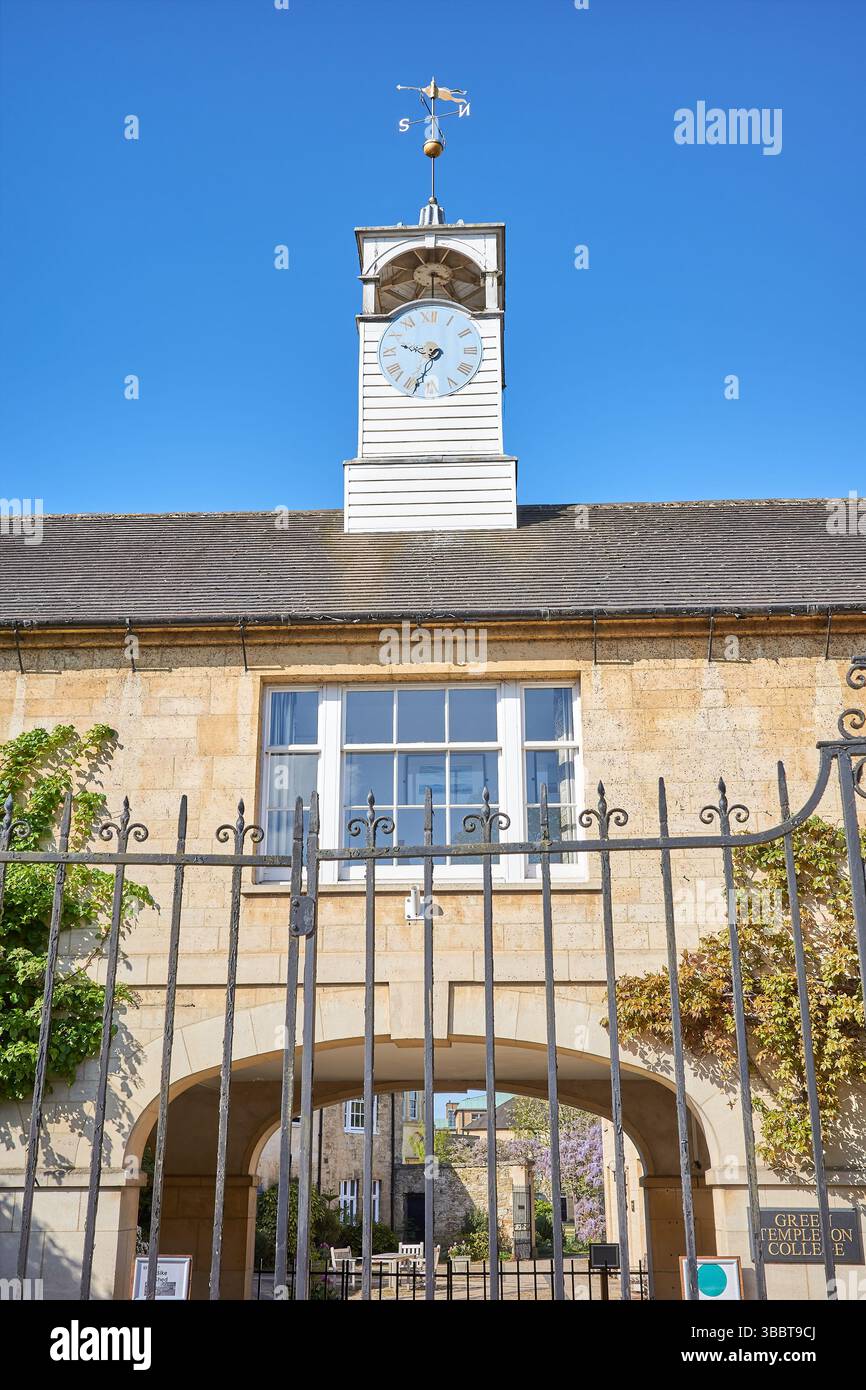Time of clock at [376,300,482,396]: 9:33
